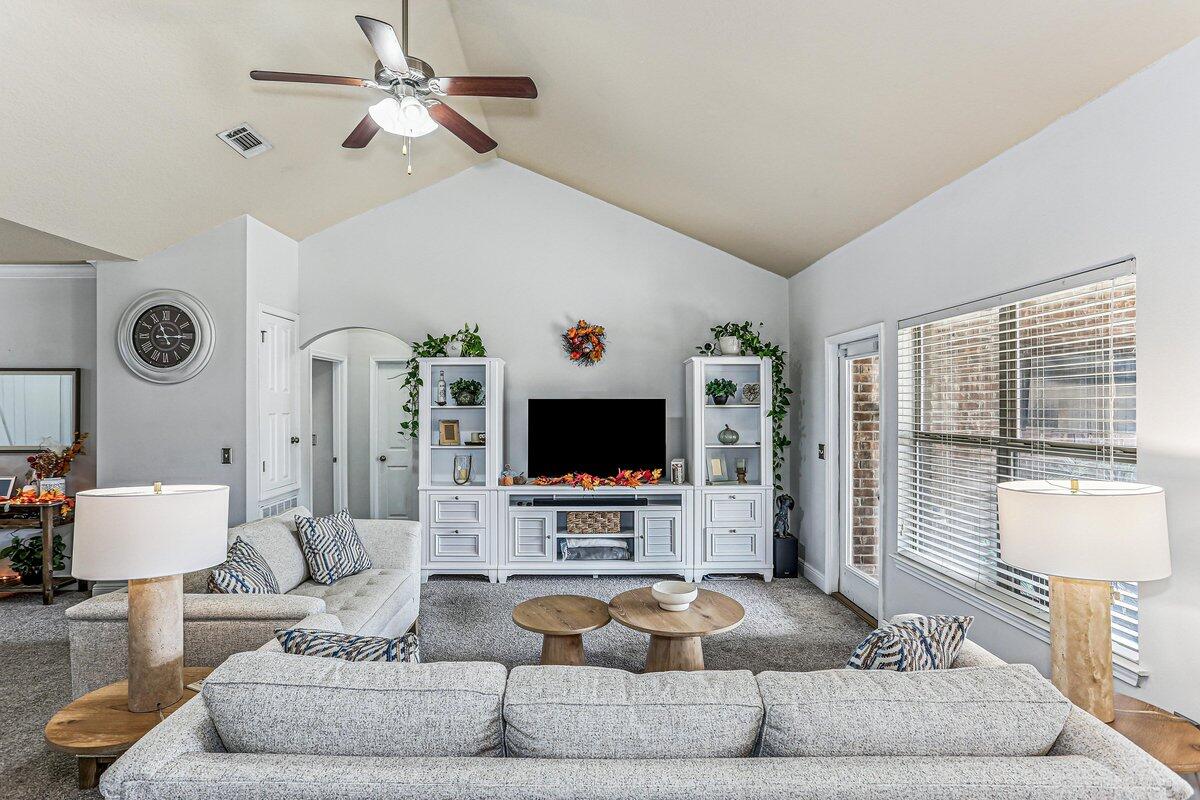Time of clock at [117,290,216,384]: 11:14
